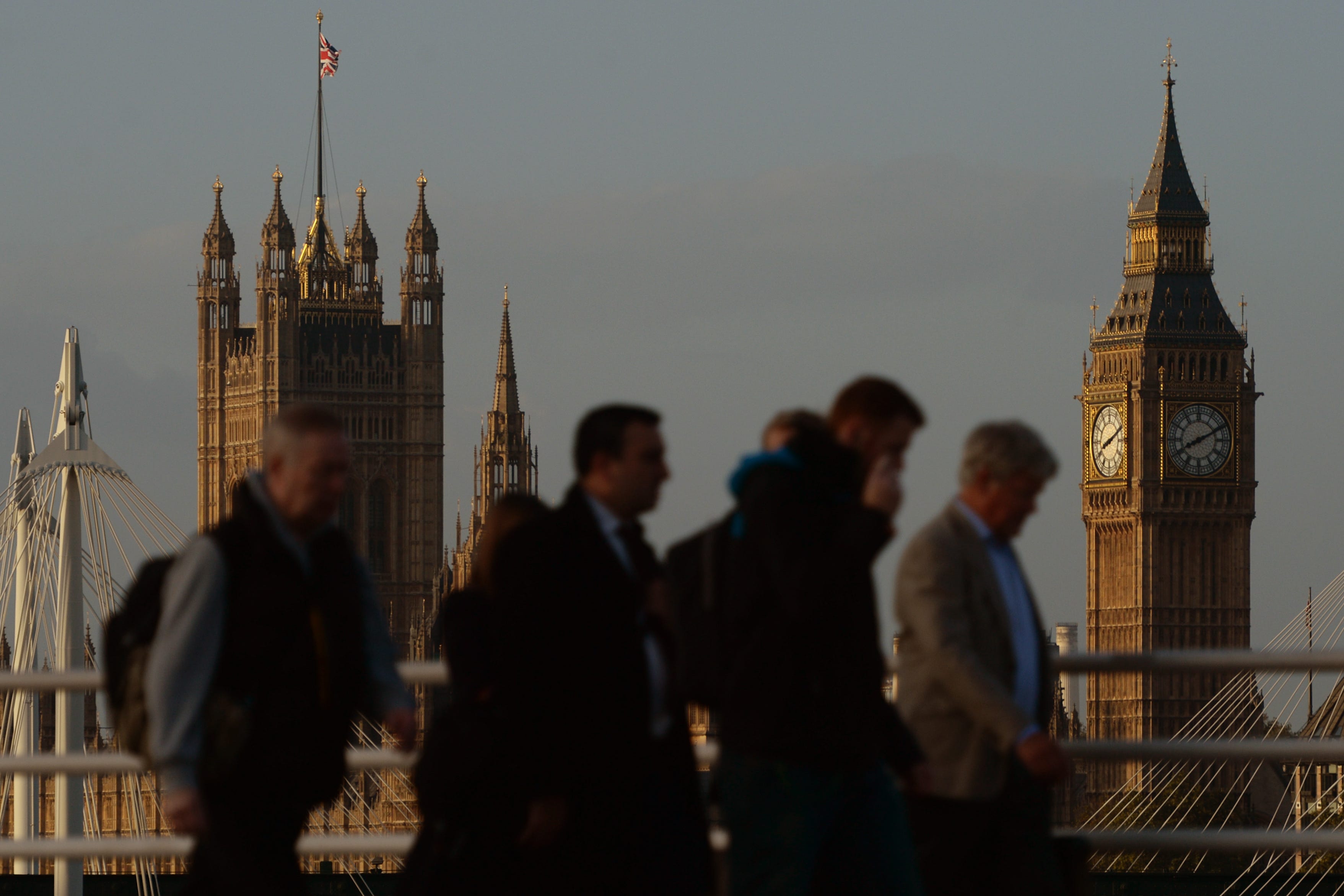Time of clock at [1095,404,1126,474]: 8:11
